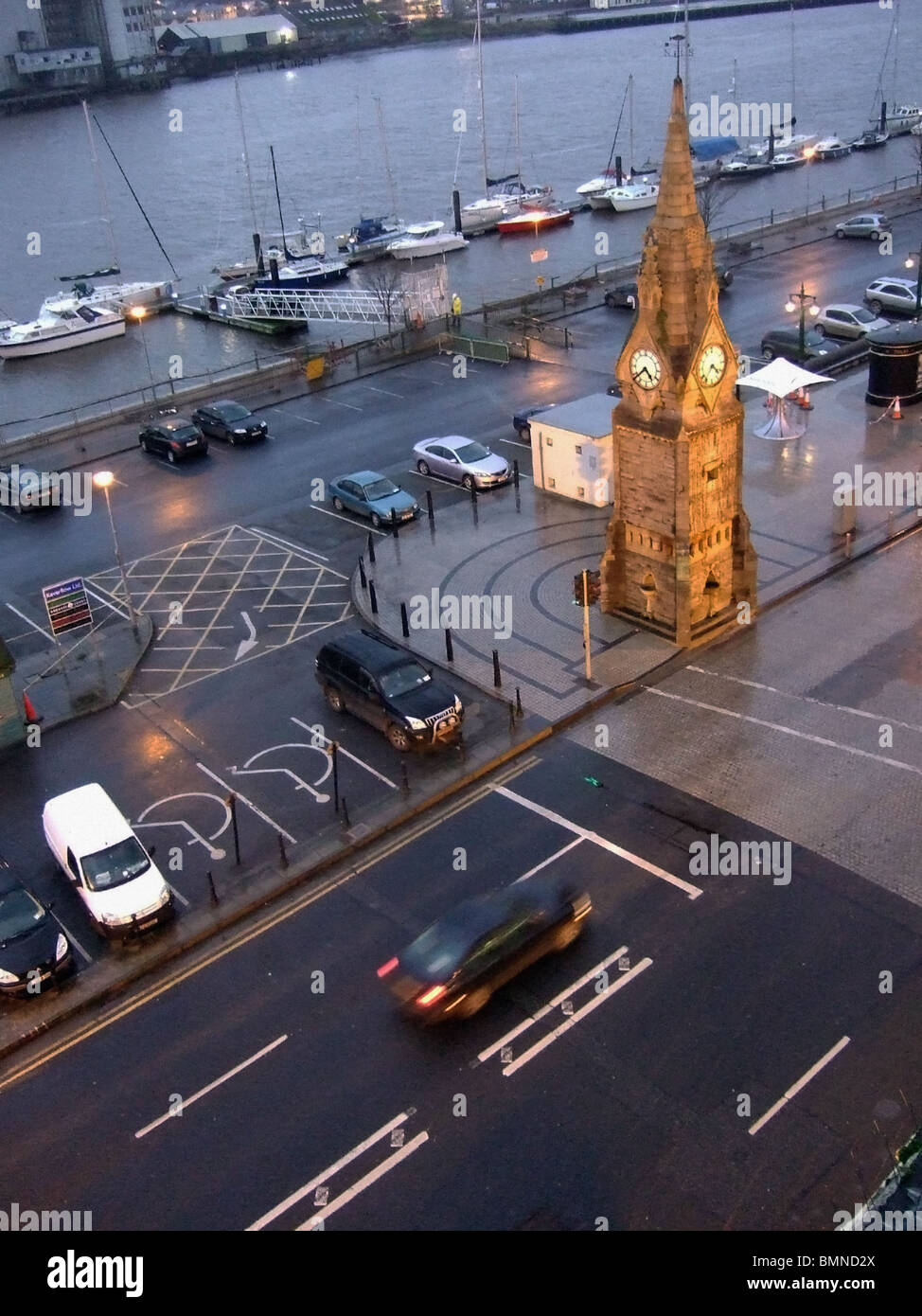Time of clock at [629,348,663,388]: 4:38
